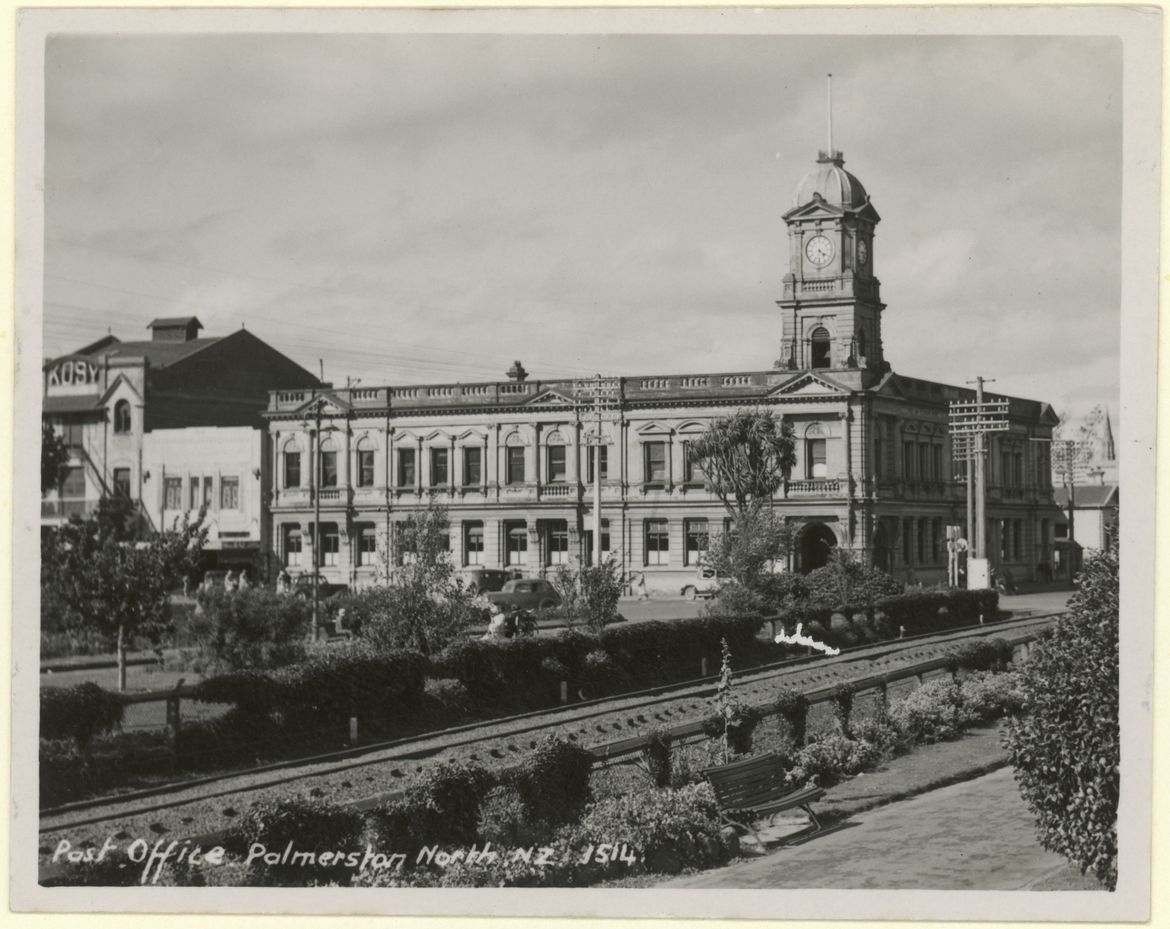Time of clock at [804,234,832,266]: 4:31
